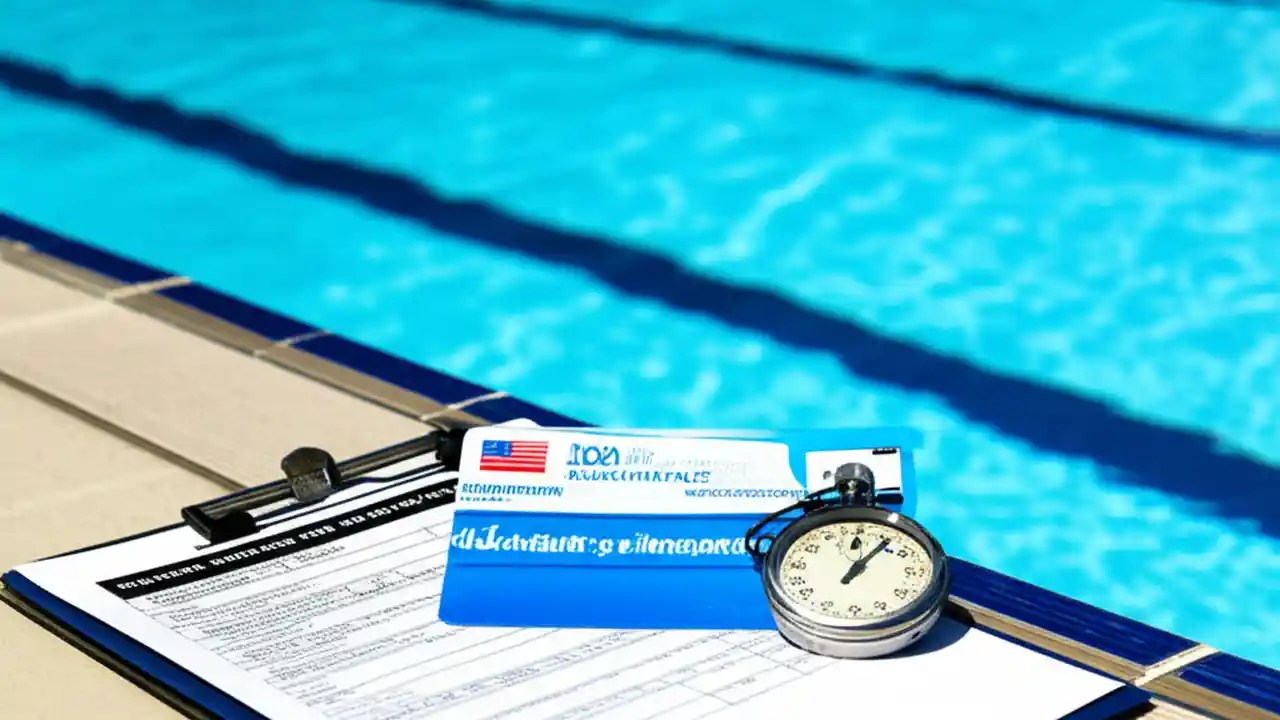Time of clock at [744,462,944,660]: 1:06
